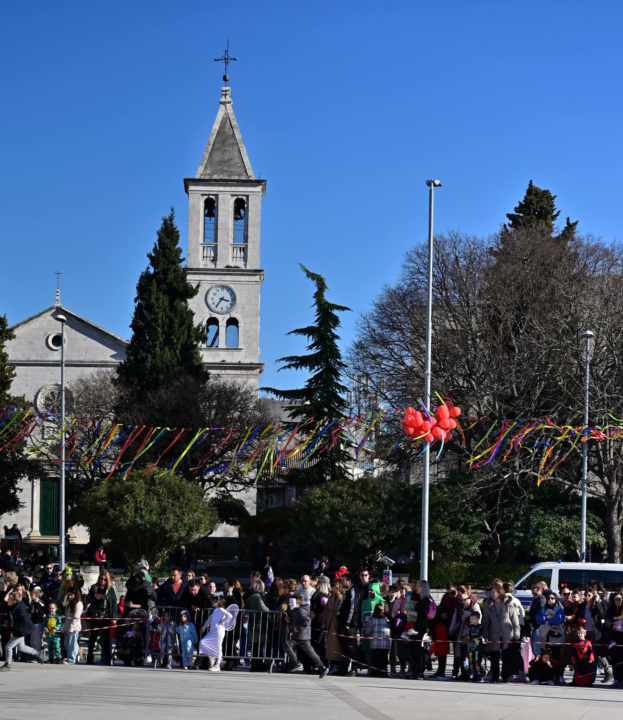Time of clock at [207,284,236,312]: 3:35
